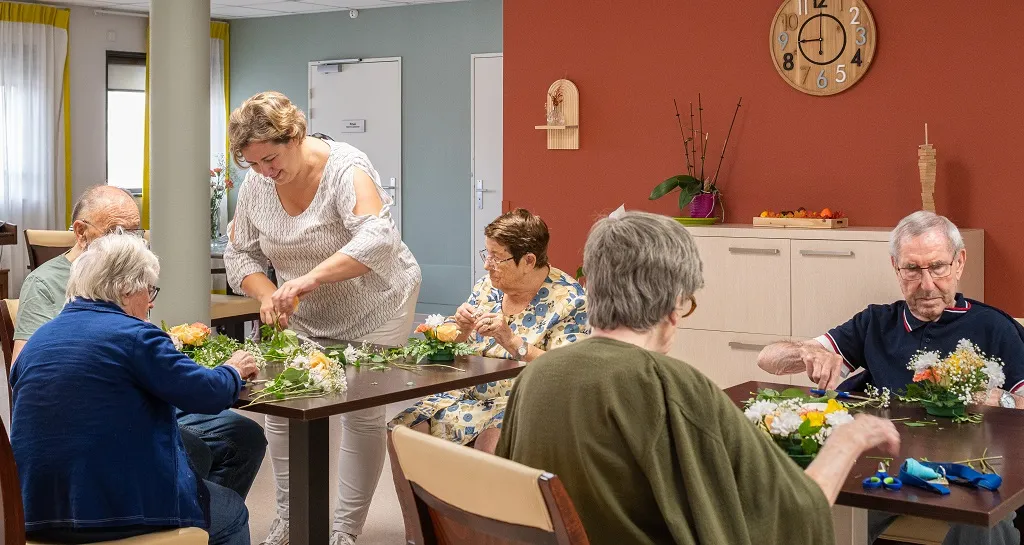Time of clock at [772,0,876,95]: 9:00
